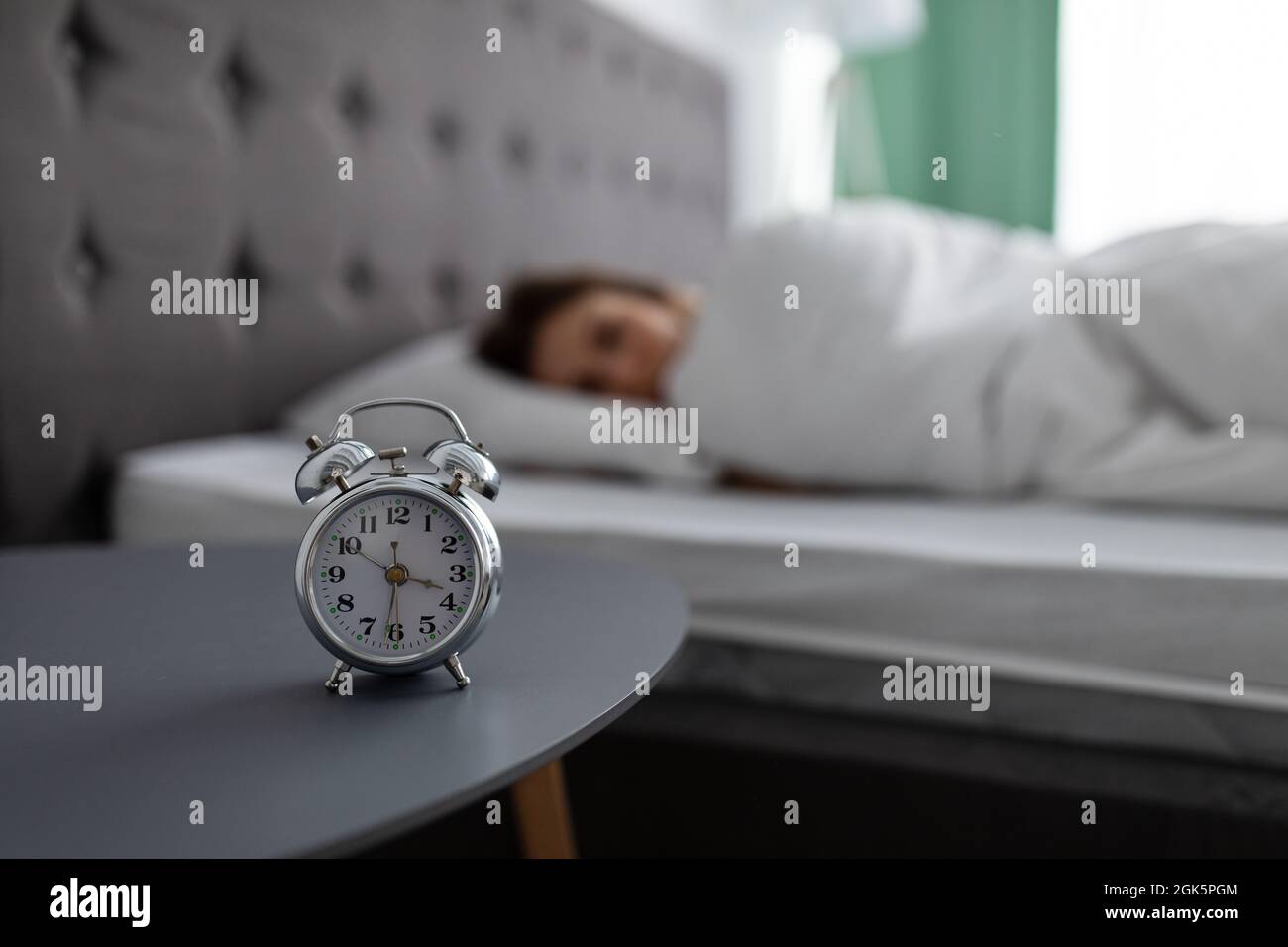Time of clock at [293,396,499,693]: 3:31
